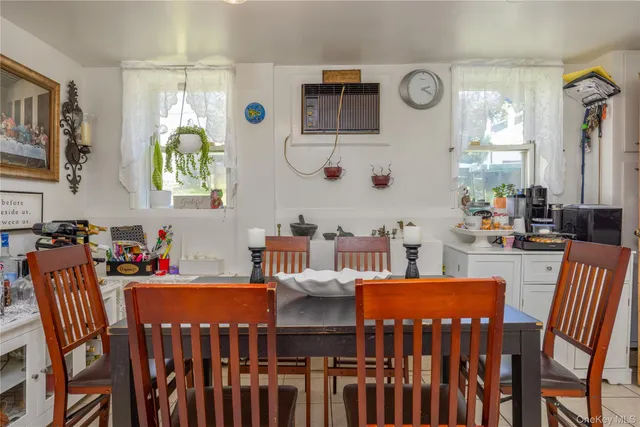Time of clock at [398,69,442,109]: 2:19
